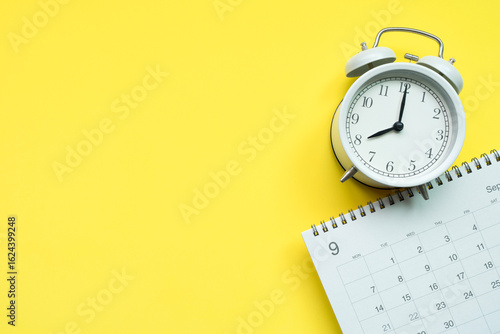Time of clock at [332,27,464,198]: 8:00
